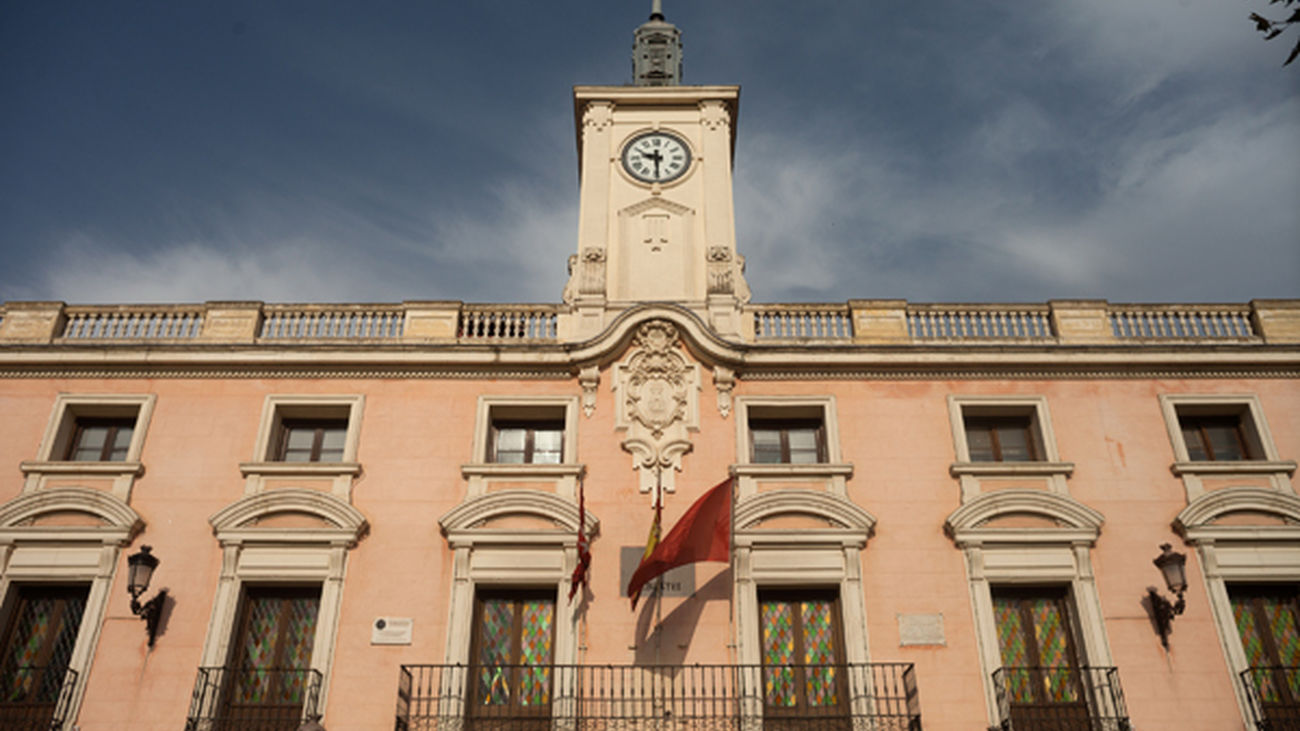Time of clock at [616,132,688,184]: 9:29
